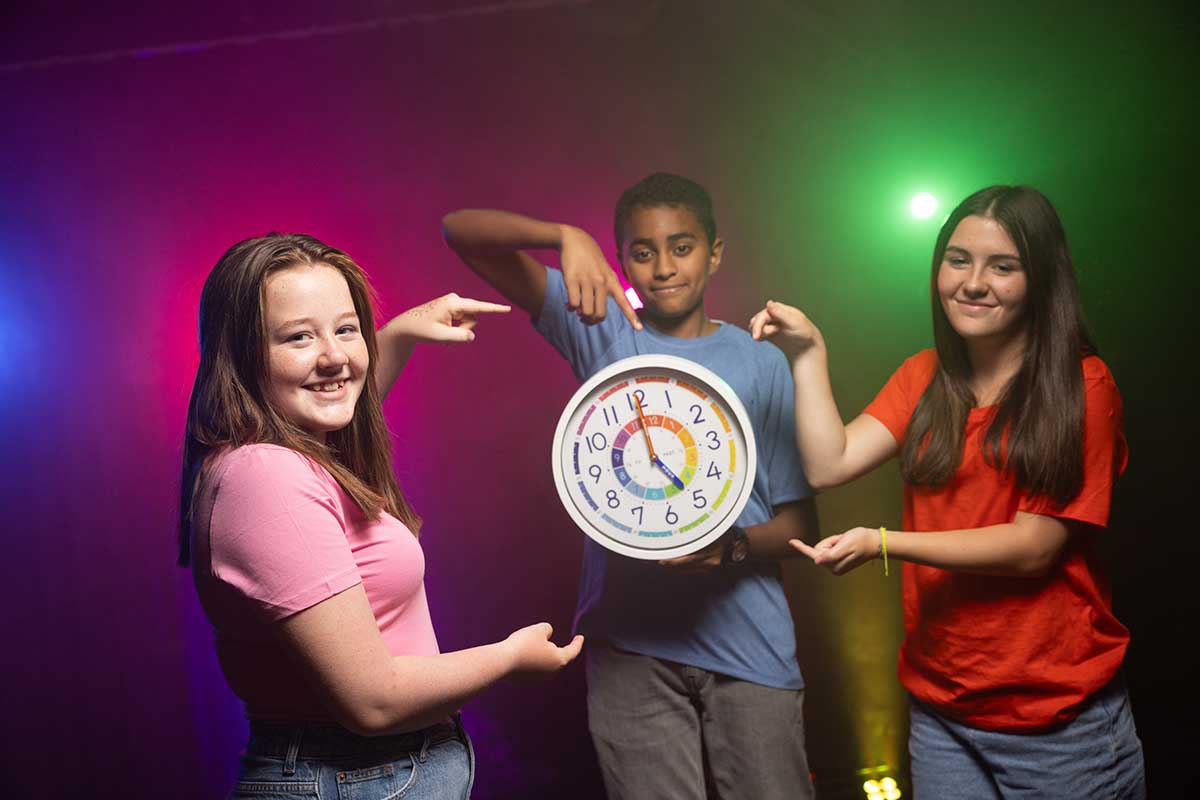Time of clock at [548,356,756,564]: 5:00
